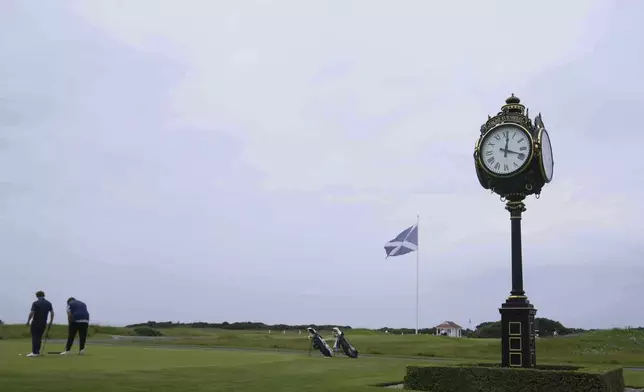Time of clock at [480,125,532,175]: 12:18
